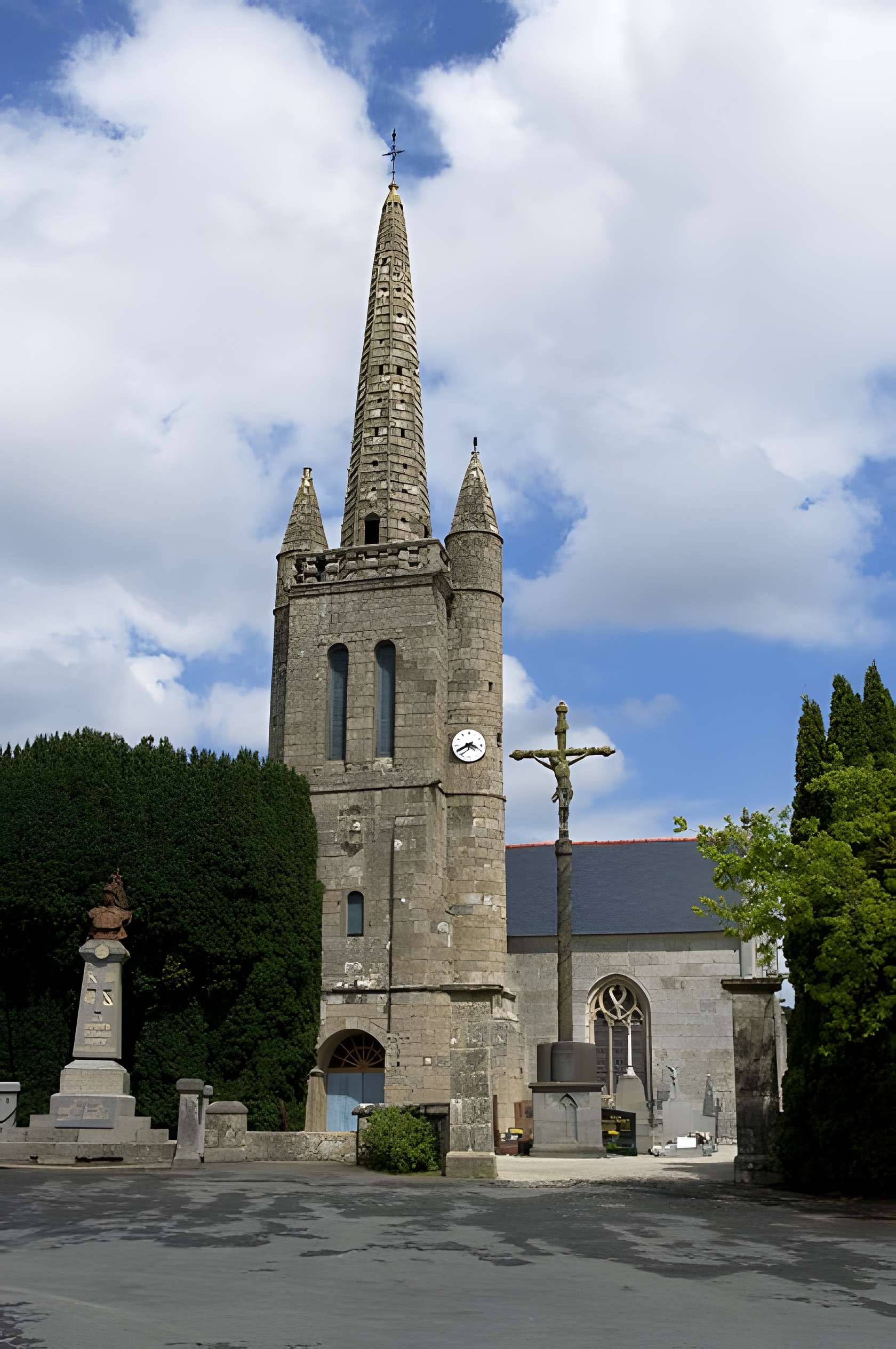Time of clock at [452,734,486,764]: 3:40
